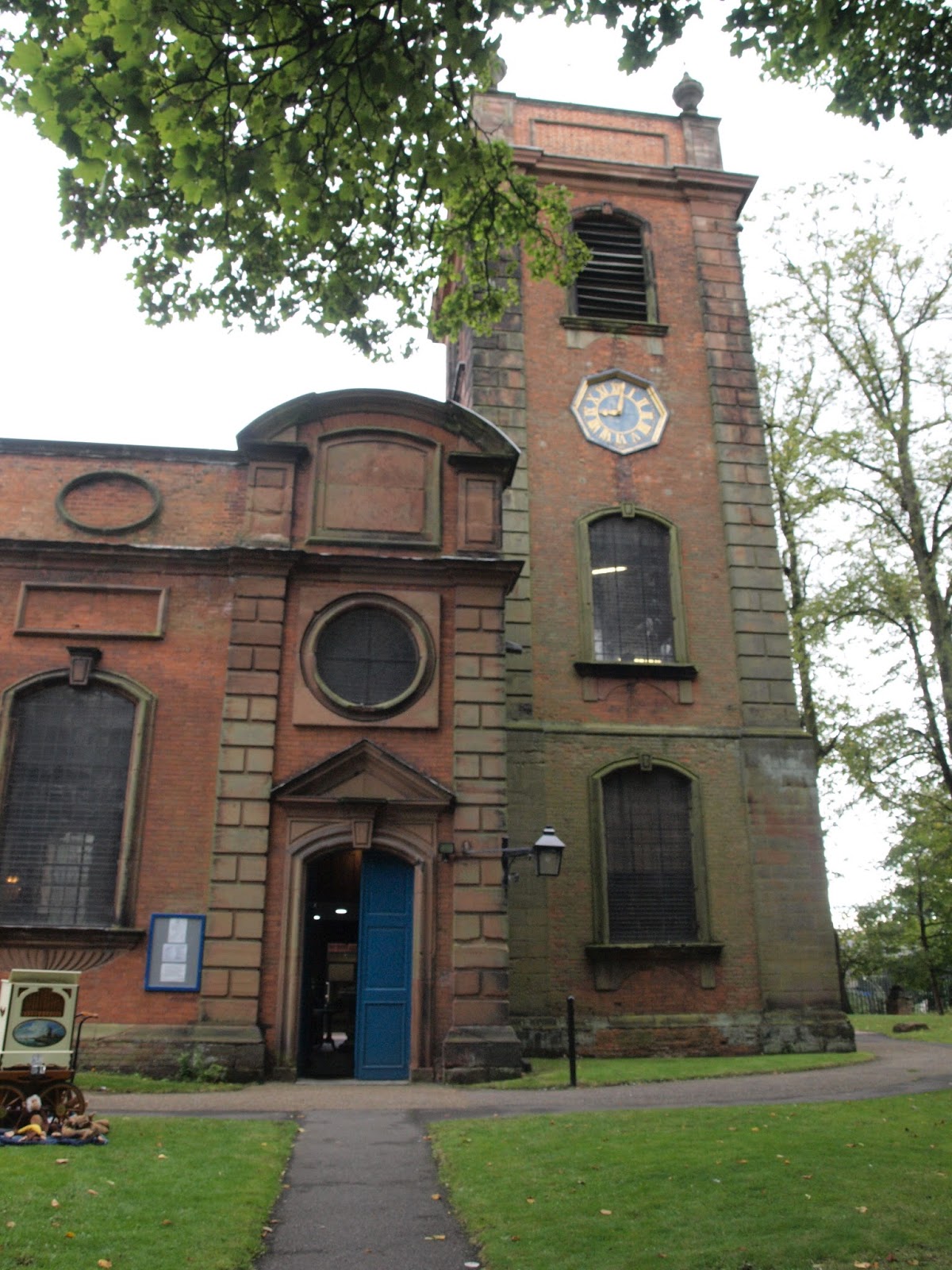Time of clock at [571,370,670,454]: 9:01
